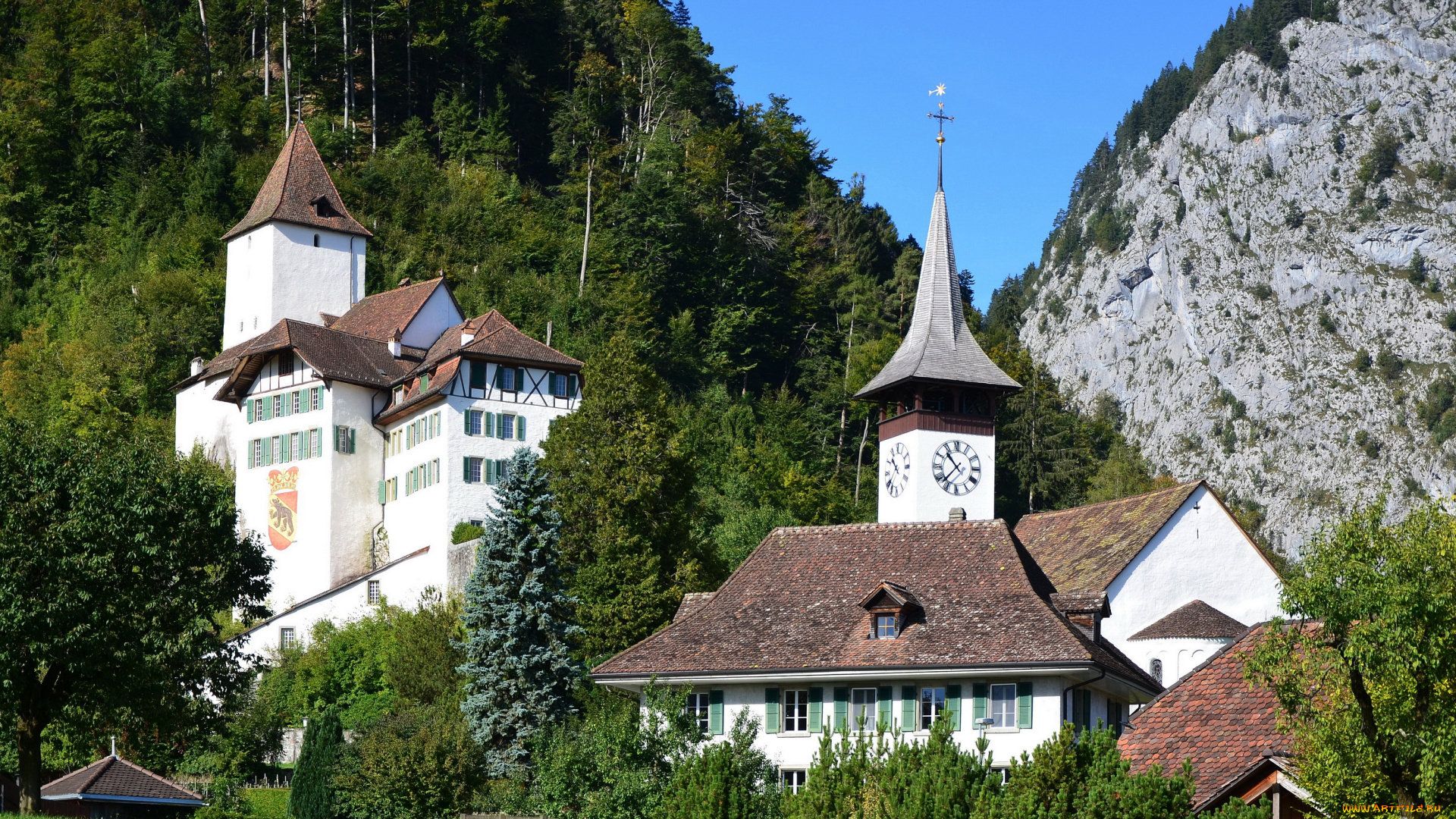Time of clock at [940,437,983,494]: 10:37
